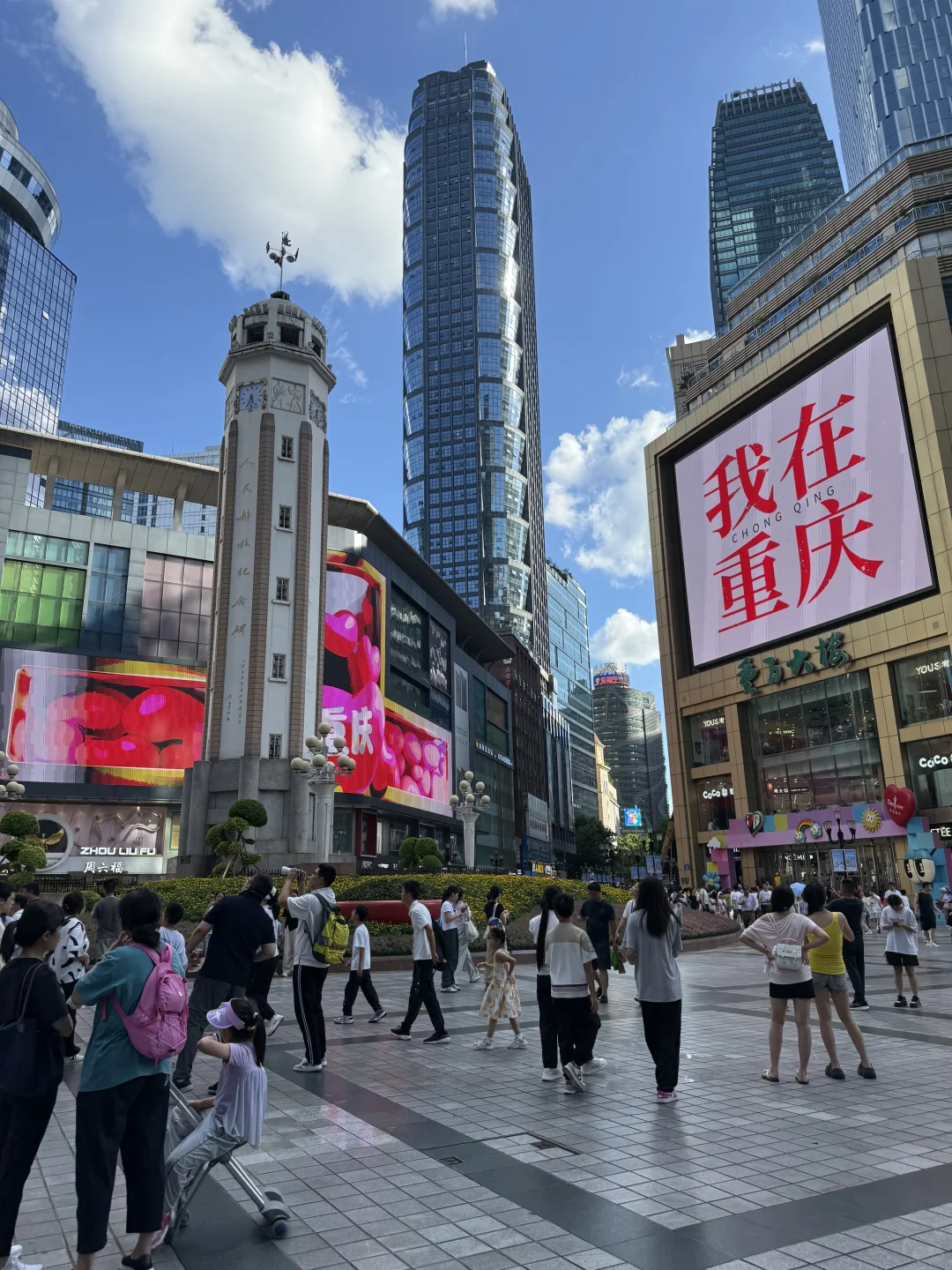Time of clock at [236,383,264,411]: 5:34
